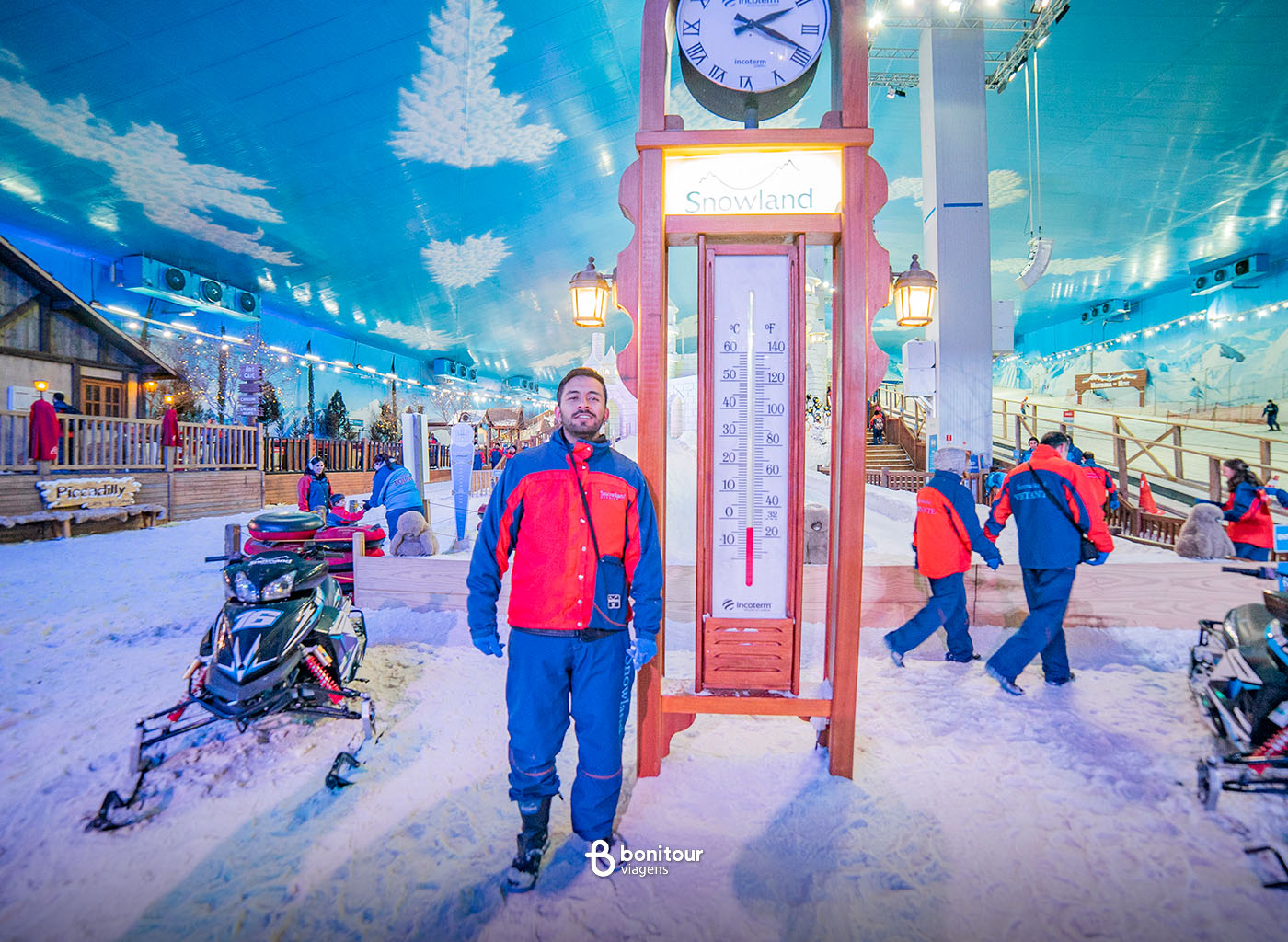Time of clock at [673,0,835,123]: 2:19
